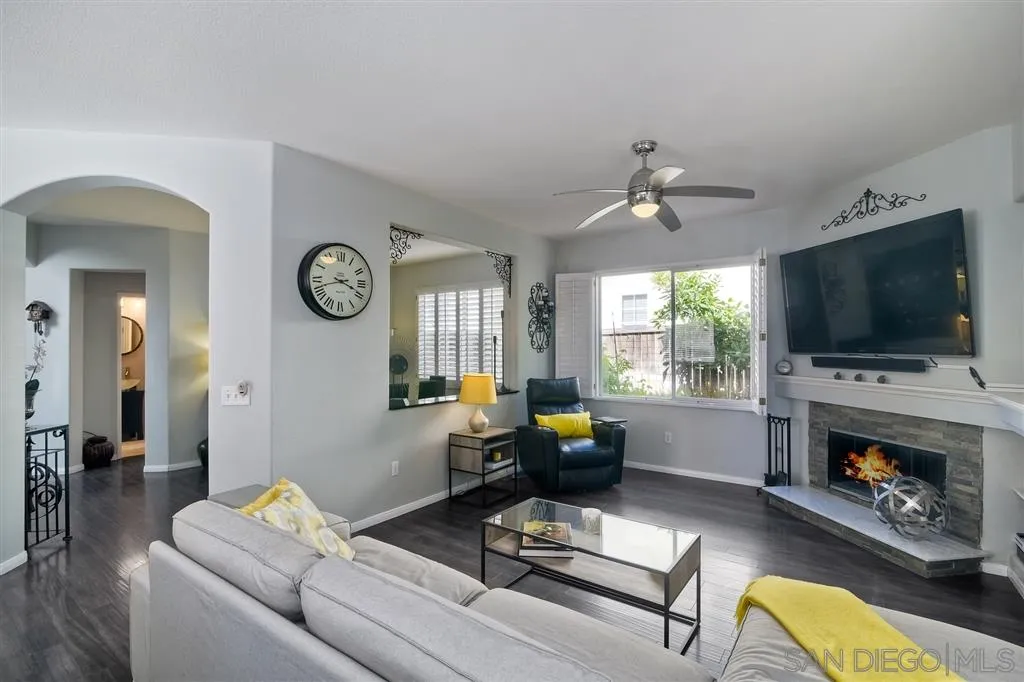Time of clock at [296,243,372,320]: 3:41
